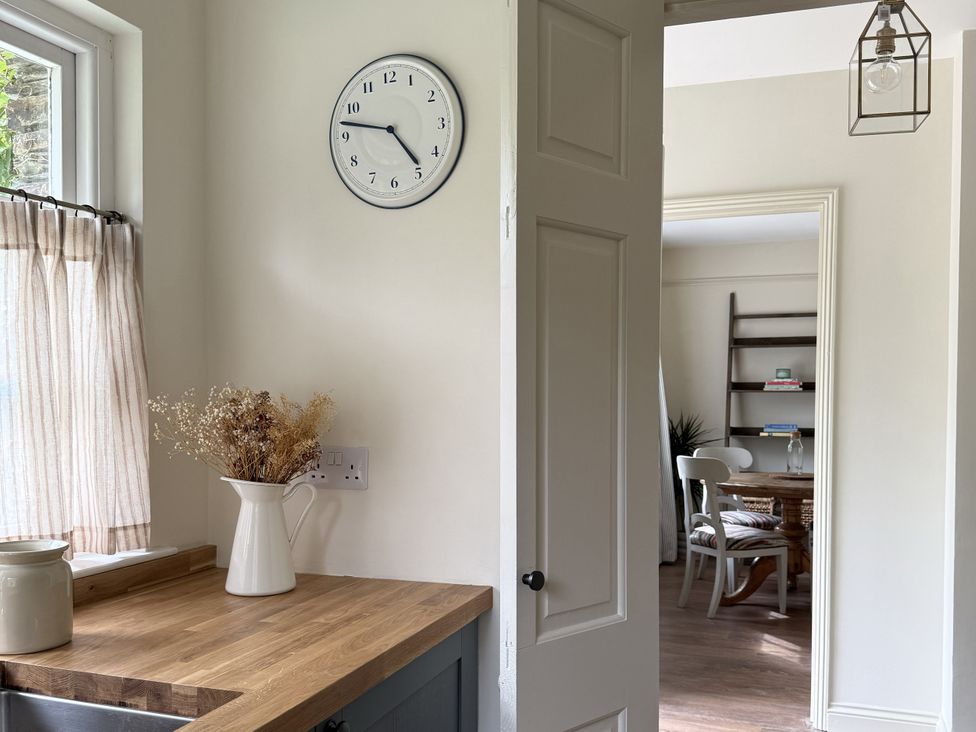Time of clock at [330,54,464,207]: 4:47
